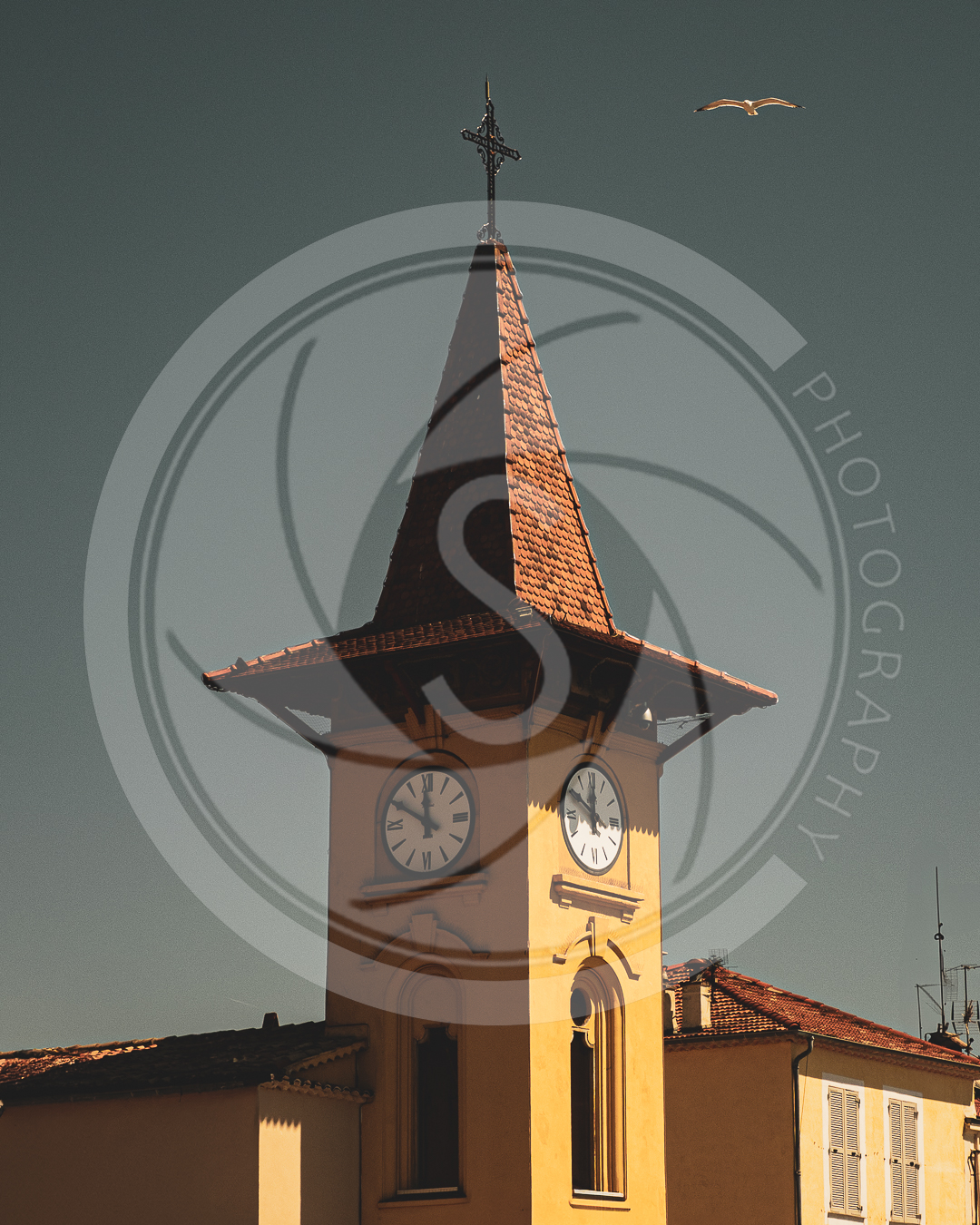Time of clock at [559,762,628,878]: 11:50
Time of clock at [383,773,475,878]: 11:50
